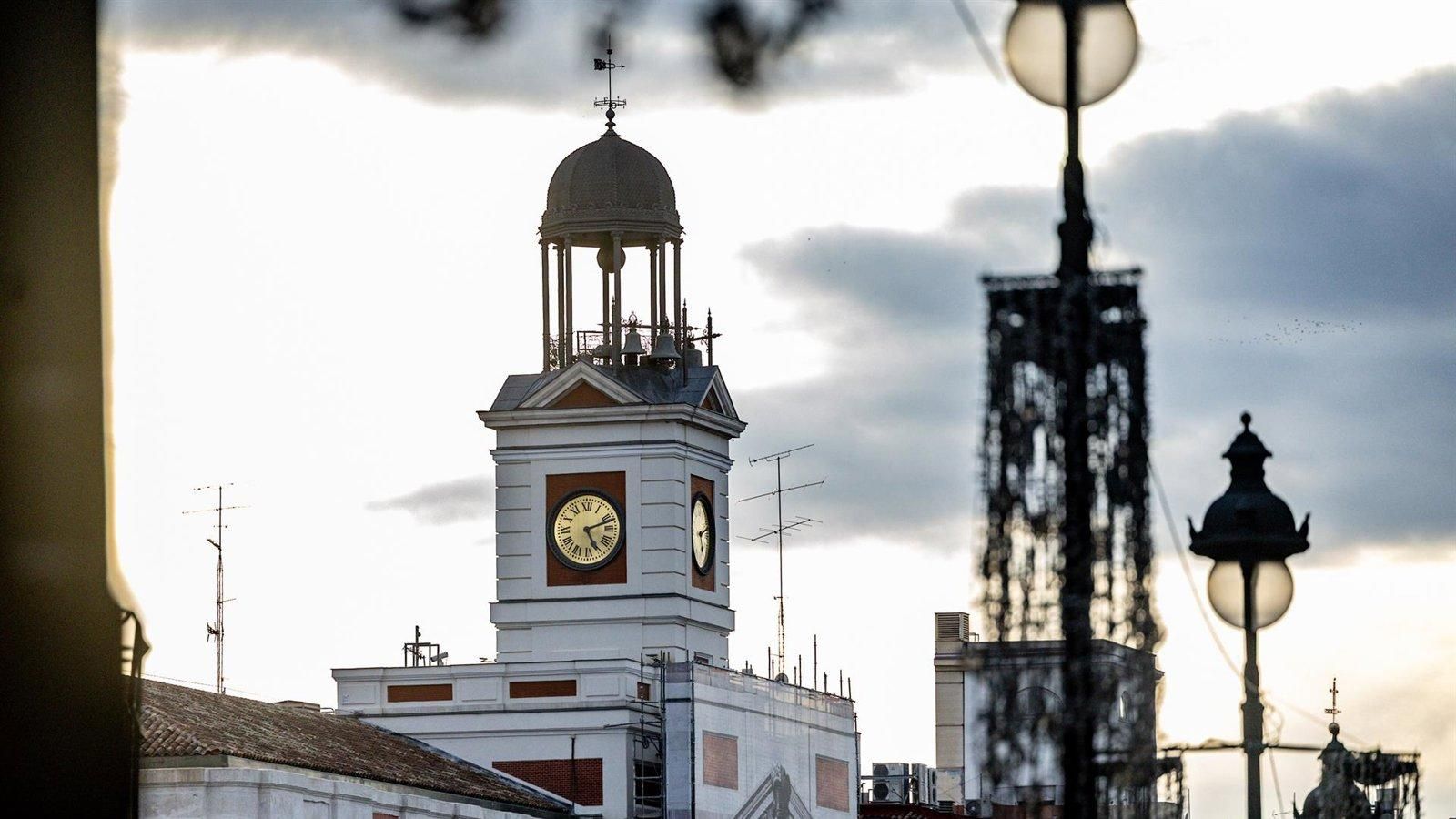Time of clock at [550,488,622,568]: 5:11
